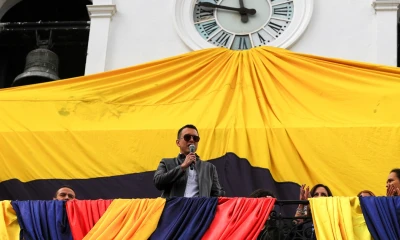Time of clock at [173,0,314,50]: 11:47
